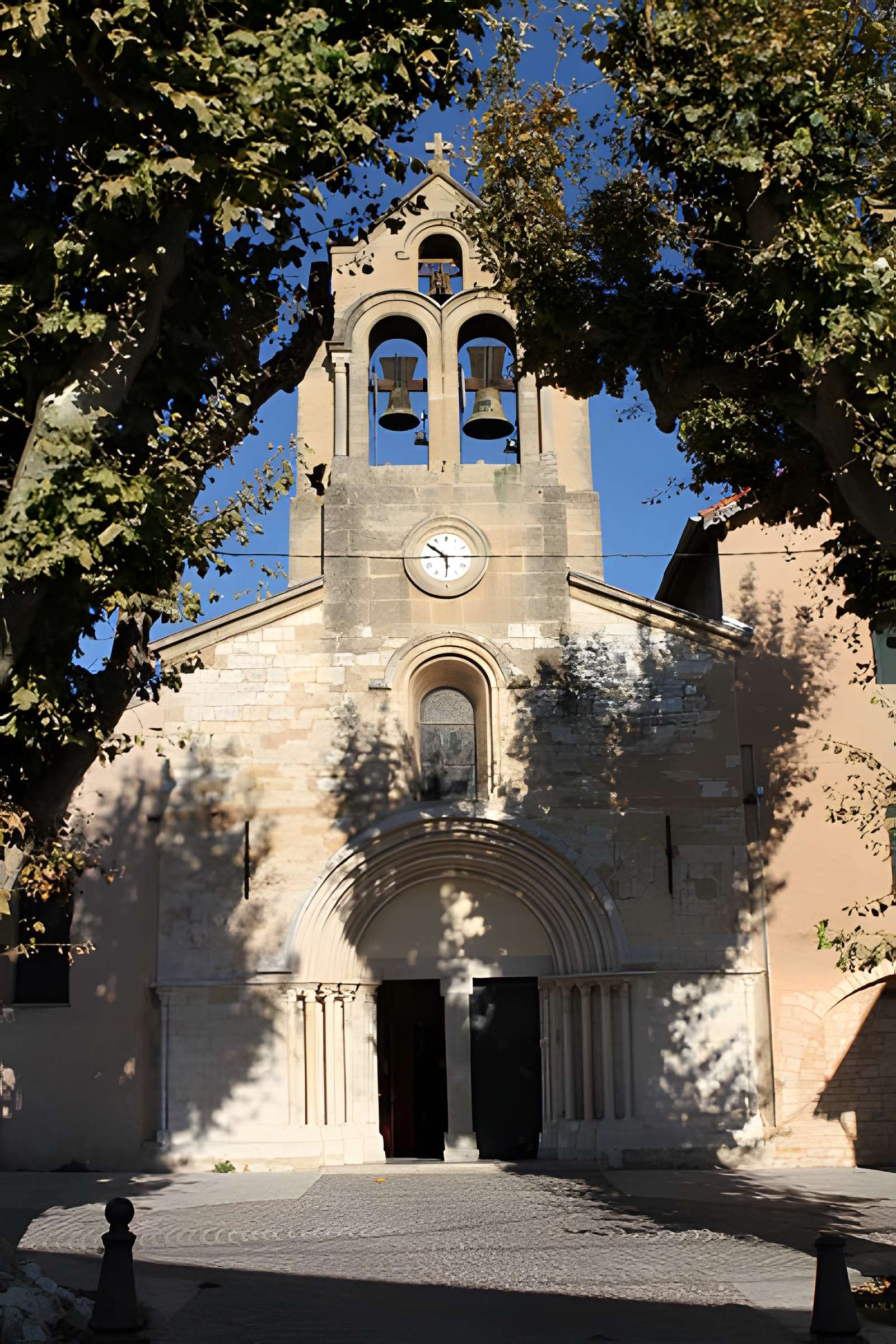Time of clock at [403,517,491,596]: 5:51
